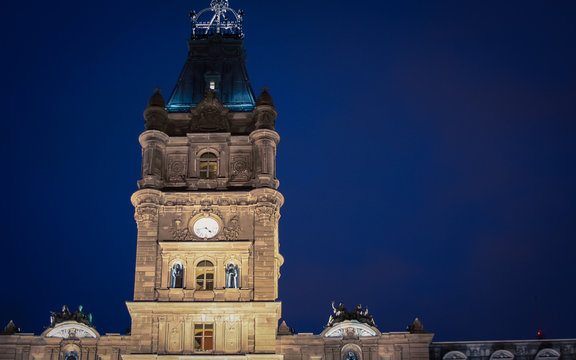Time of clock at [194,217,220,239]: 4:42
